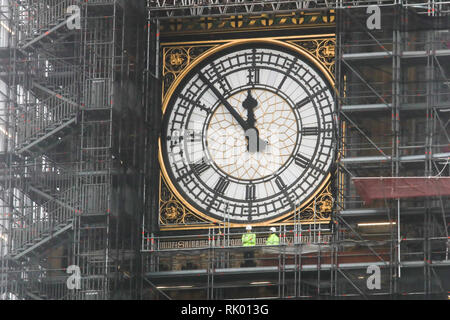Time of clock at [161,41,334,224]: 11:52
